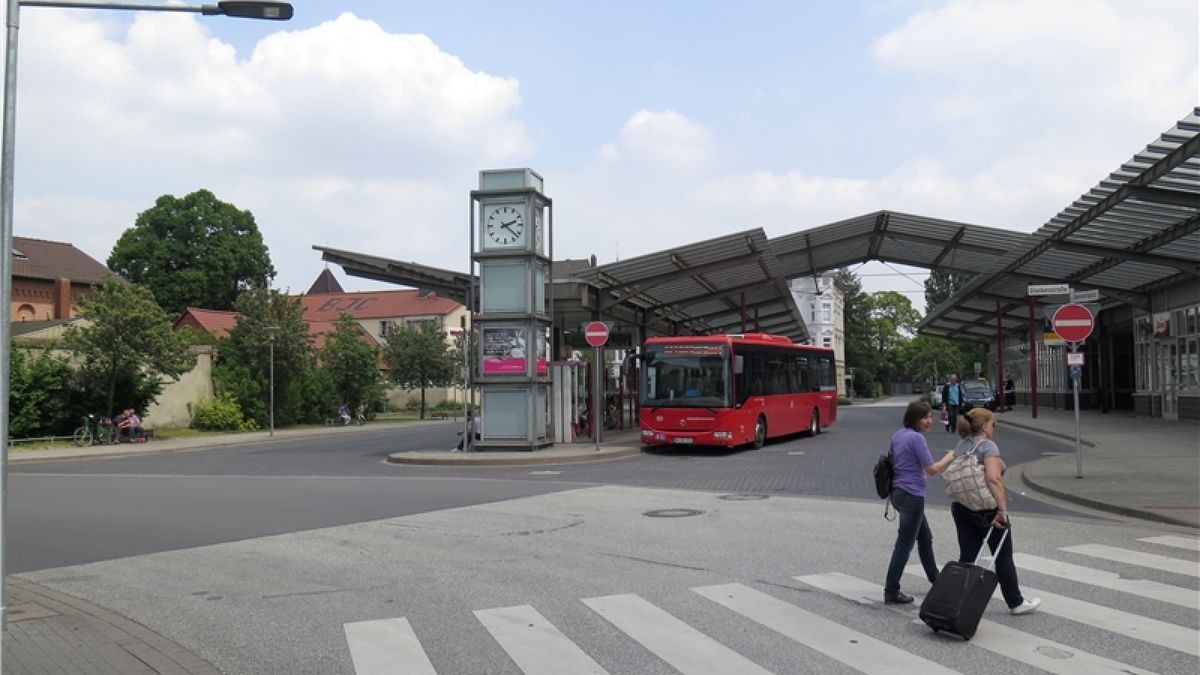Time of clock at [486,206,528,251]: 2:21
